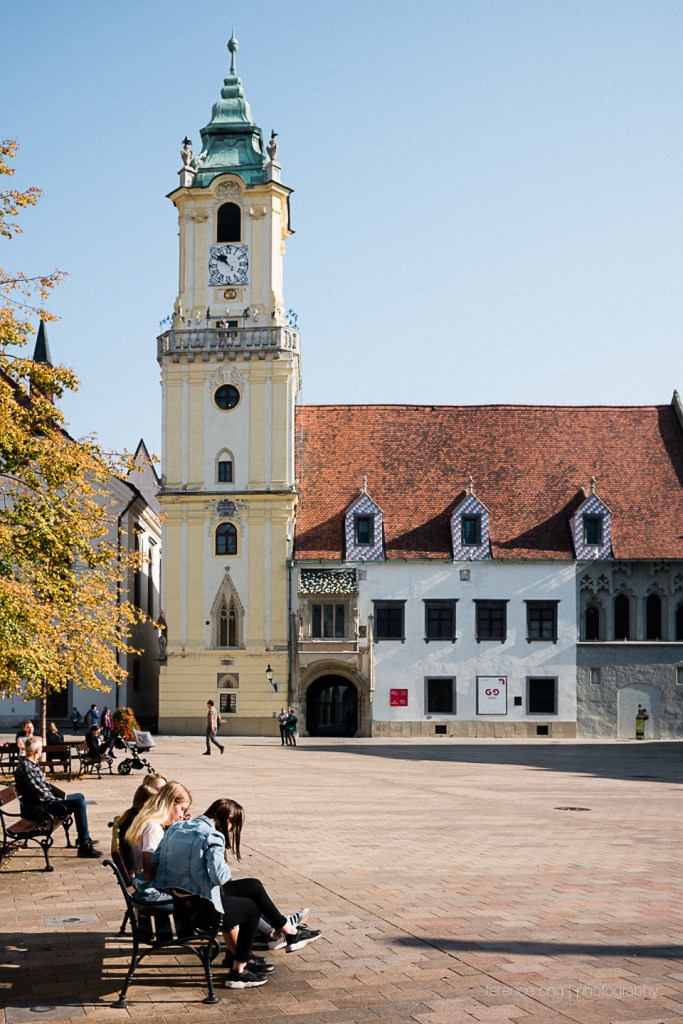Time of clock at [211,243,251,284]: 10:51
